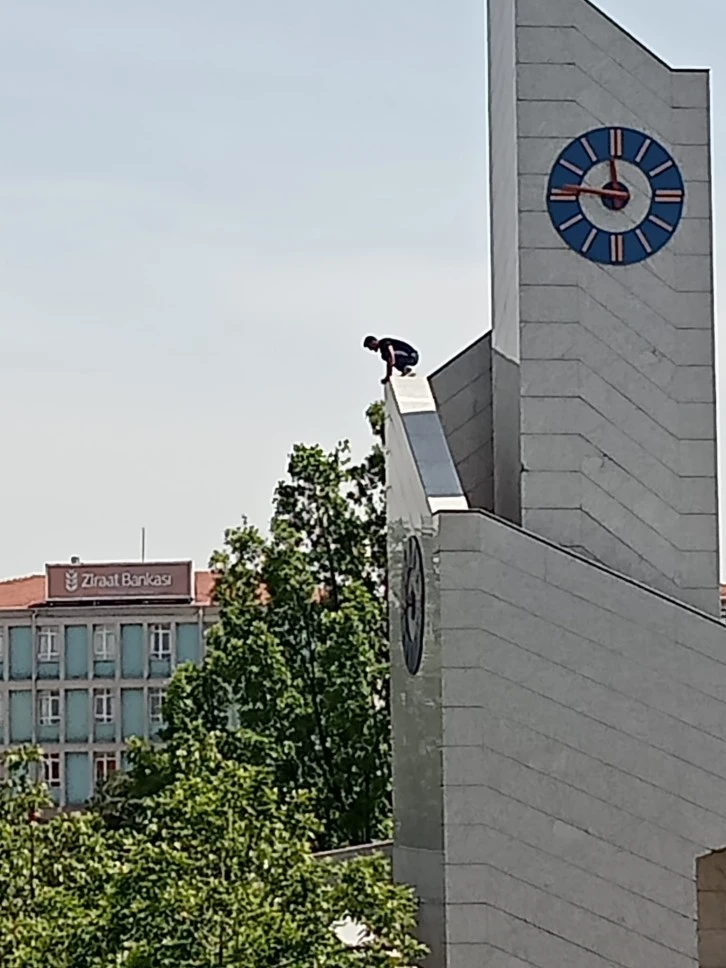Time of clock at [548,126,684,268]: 11:46
